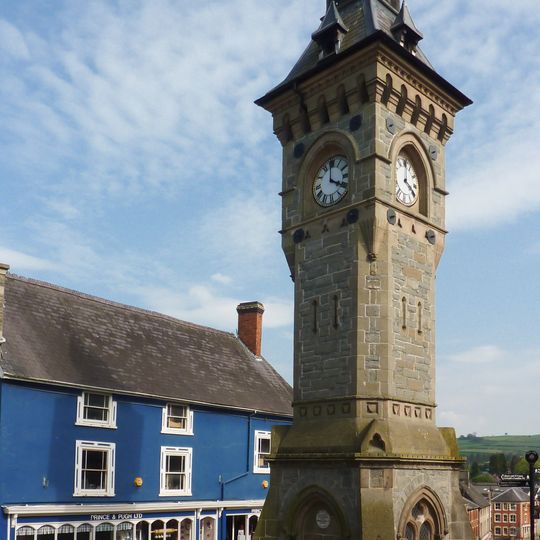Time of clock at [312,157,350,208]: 3:59
